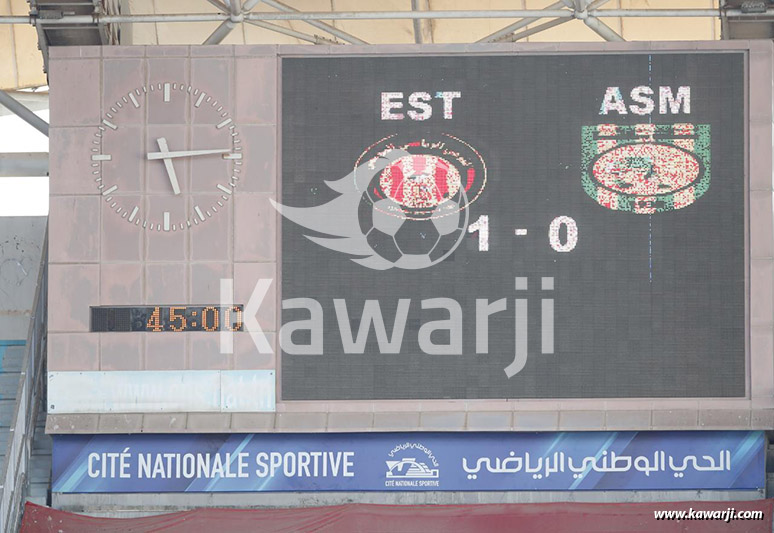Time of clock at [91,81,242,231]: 5:14
